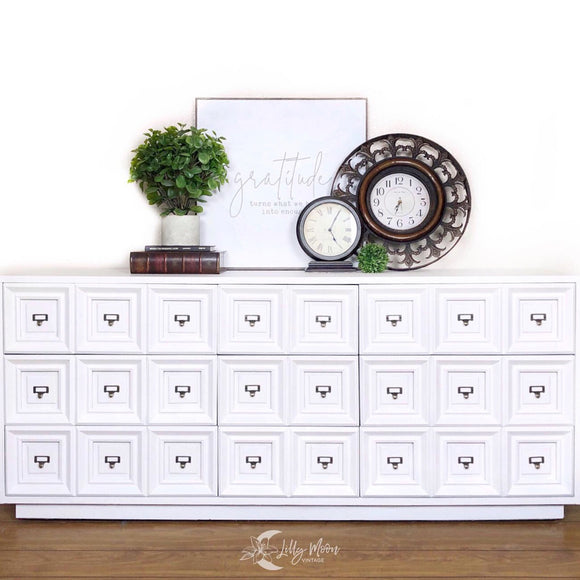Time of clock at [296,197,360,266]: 5:04
